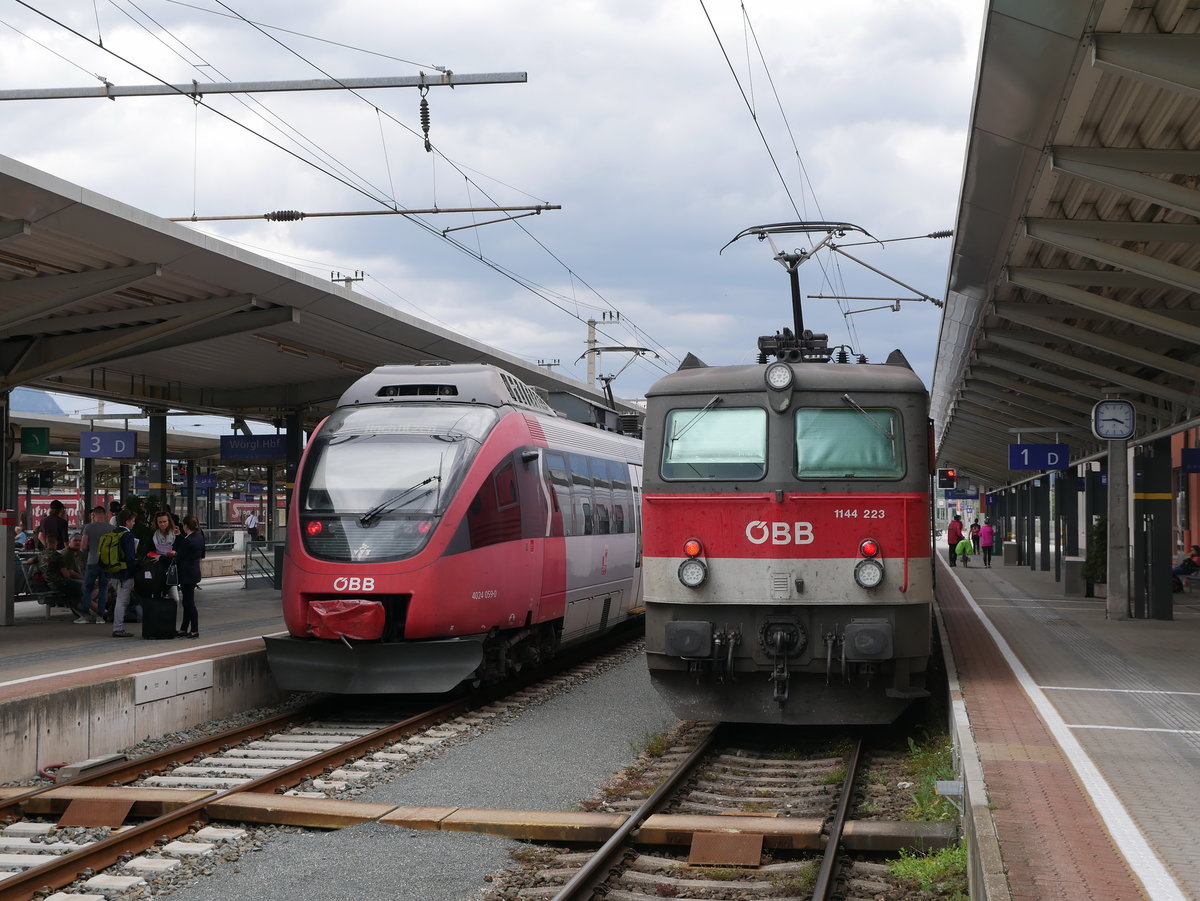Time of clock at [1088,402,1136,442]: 3:44
